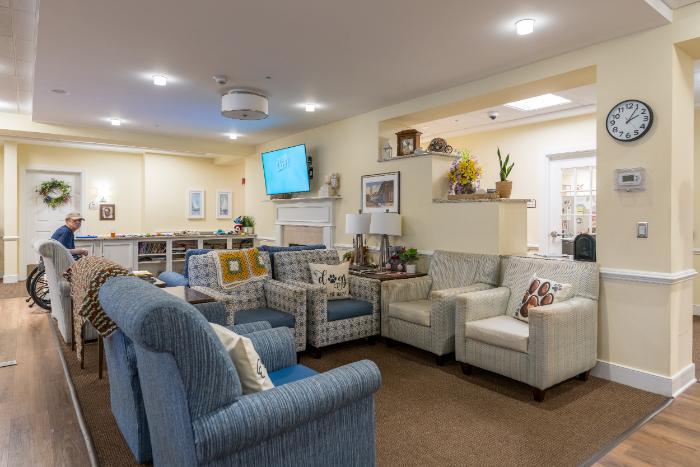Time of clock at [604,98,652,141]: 2:05
